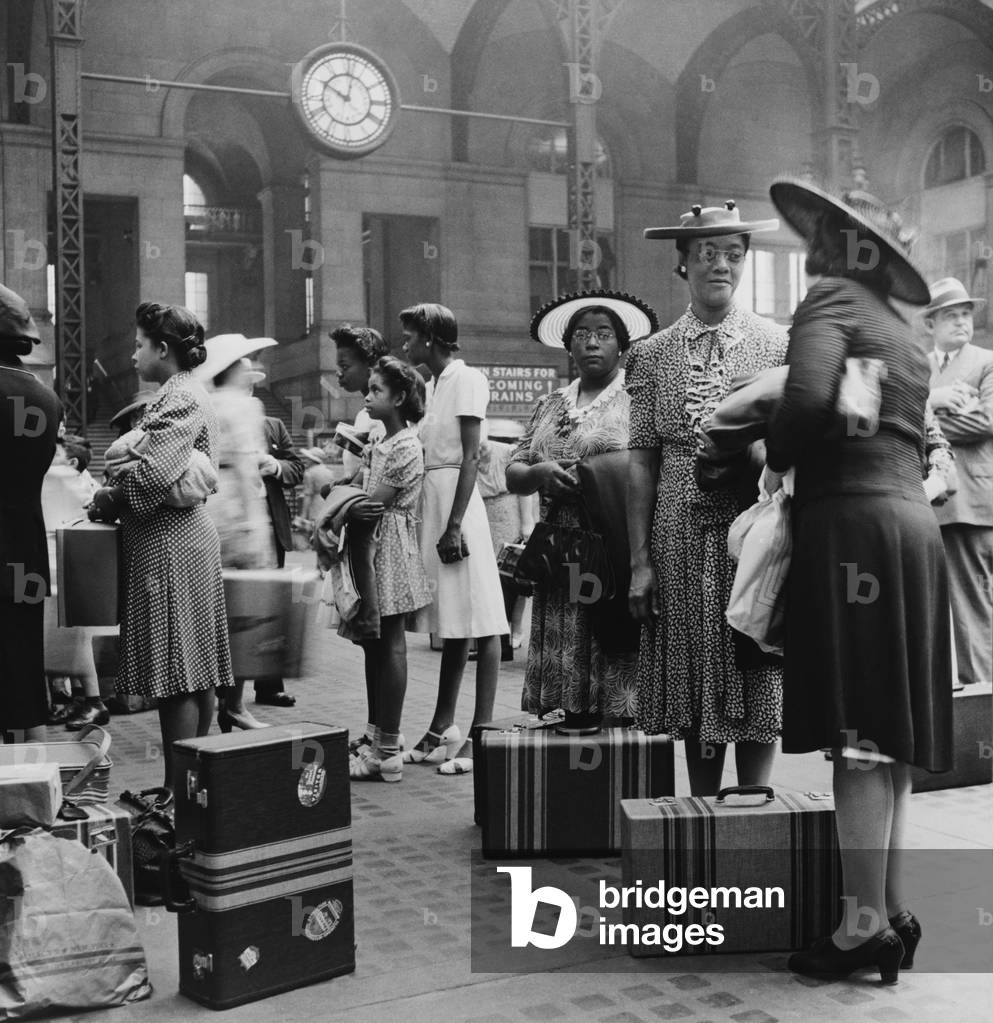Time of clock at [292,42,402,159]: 10:01
